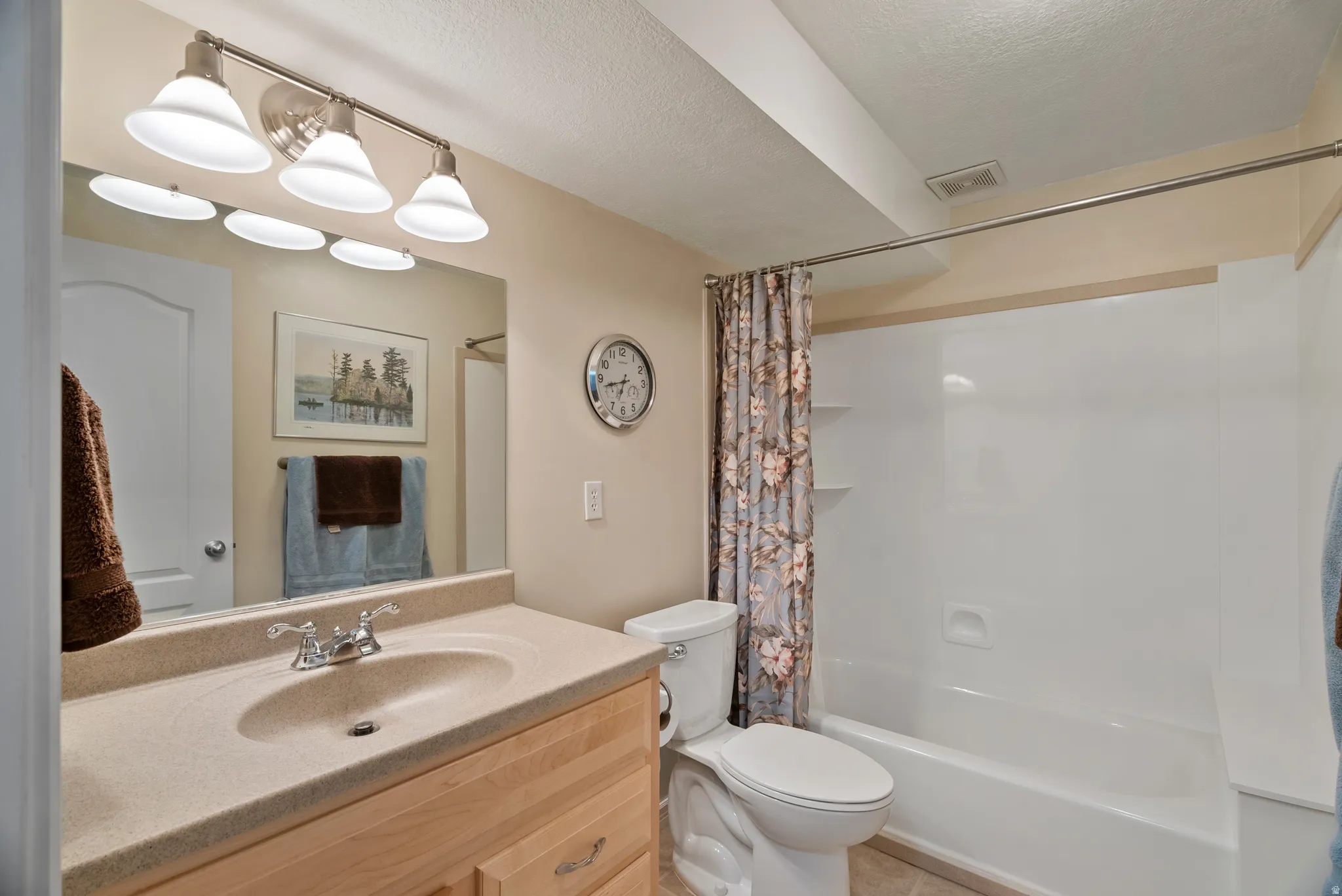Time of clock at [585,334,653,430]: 6:42
